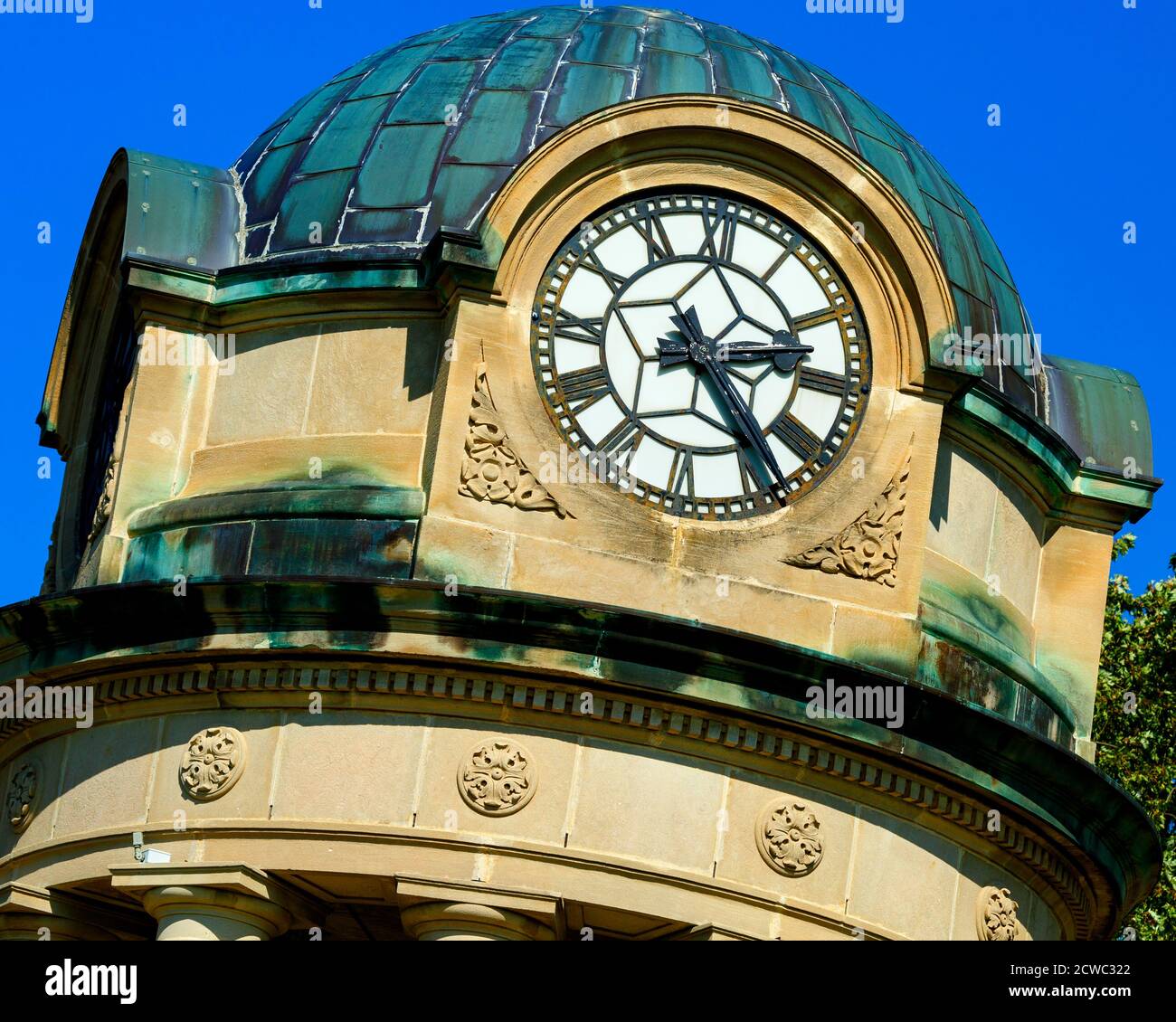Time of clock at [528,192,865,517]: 2:23
